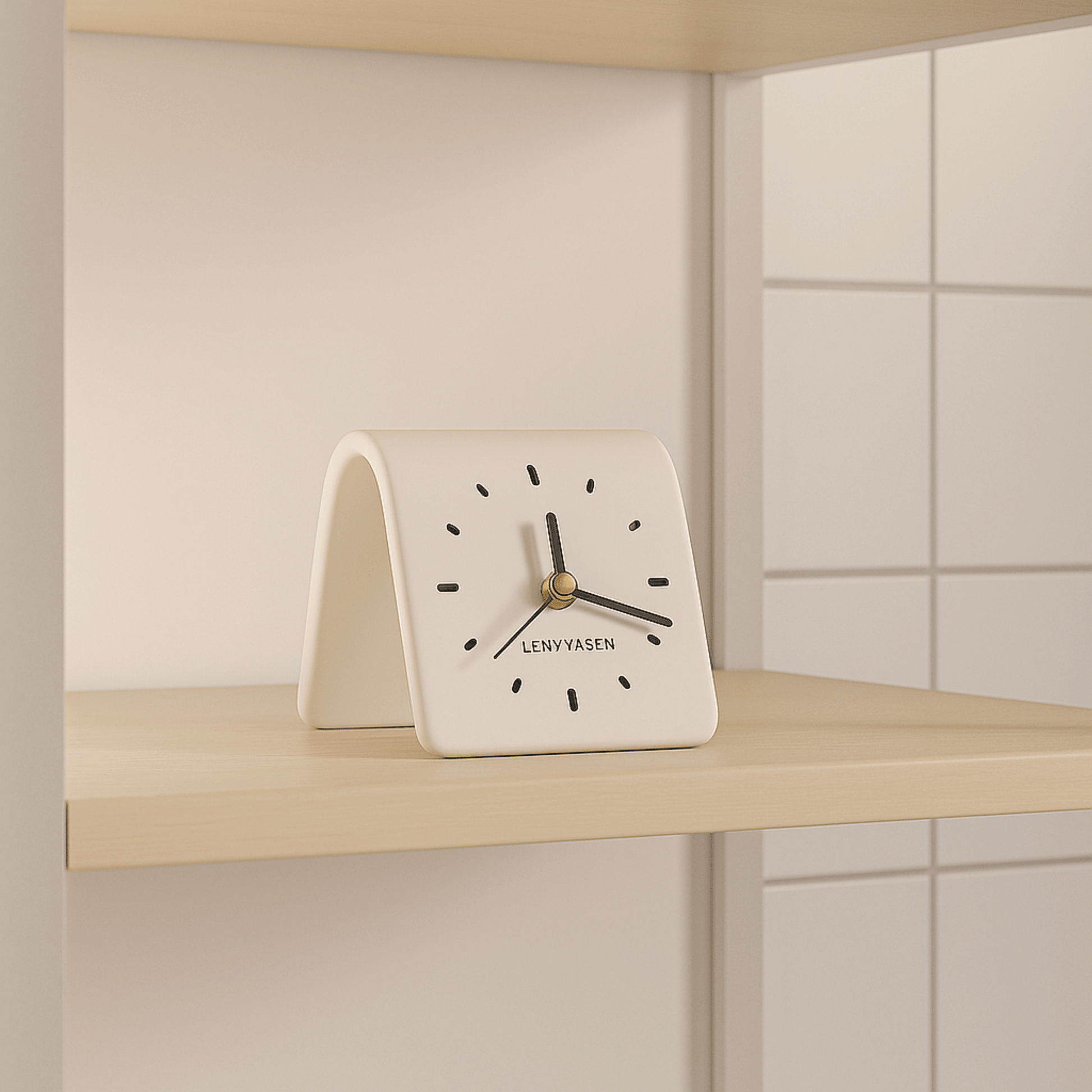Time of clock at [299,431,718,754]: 12:18
